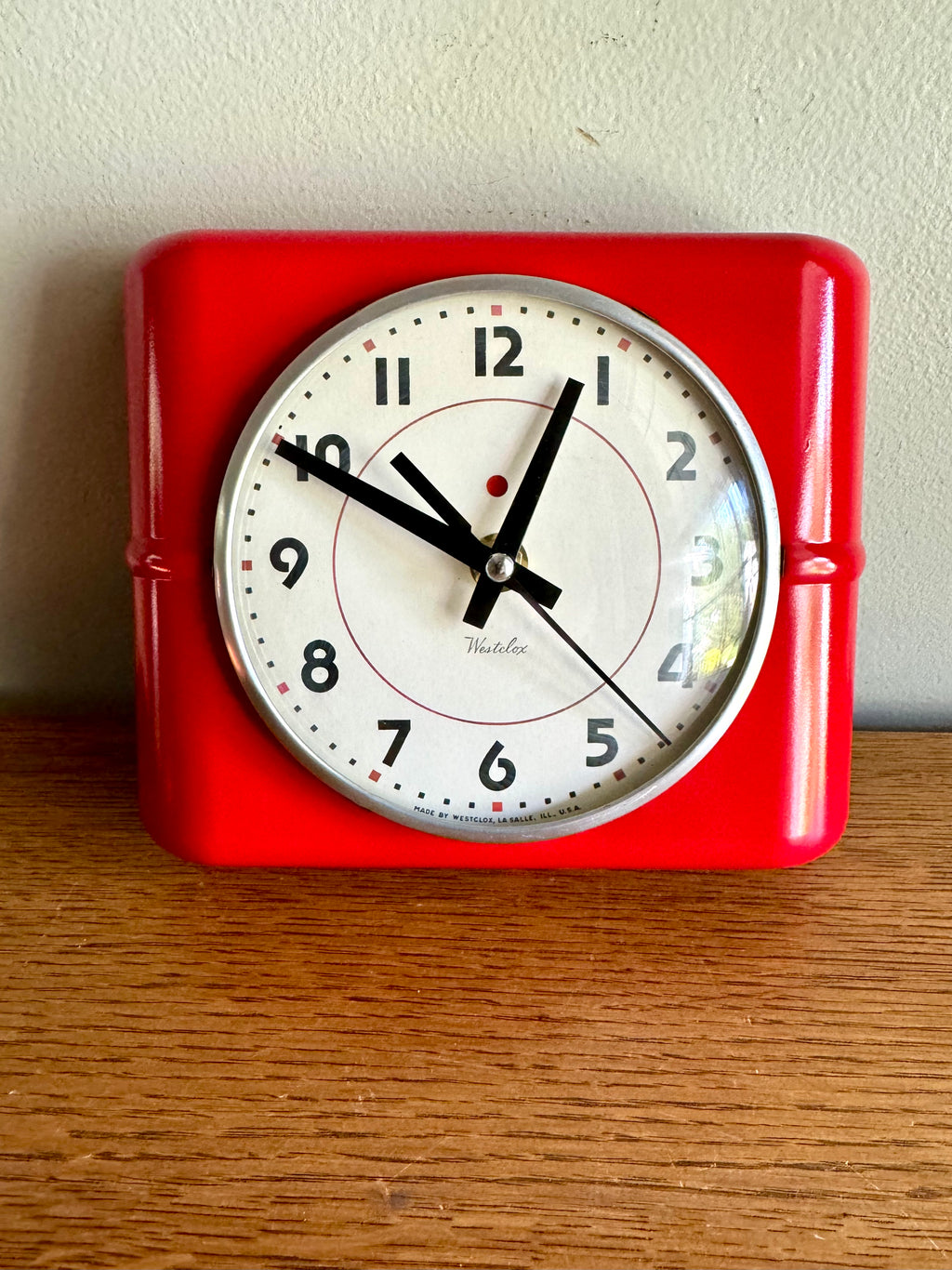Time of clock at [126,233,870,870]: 12:49
